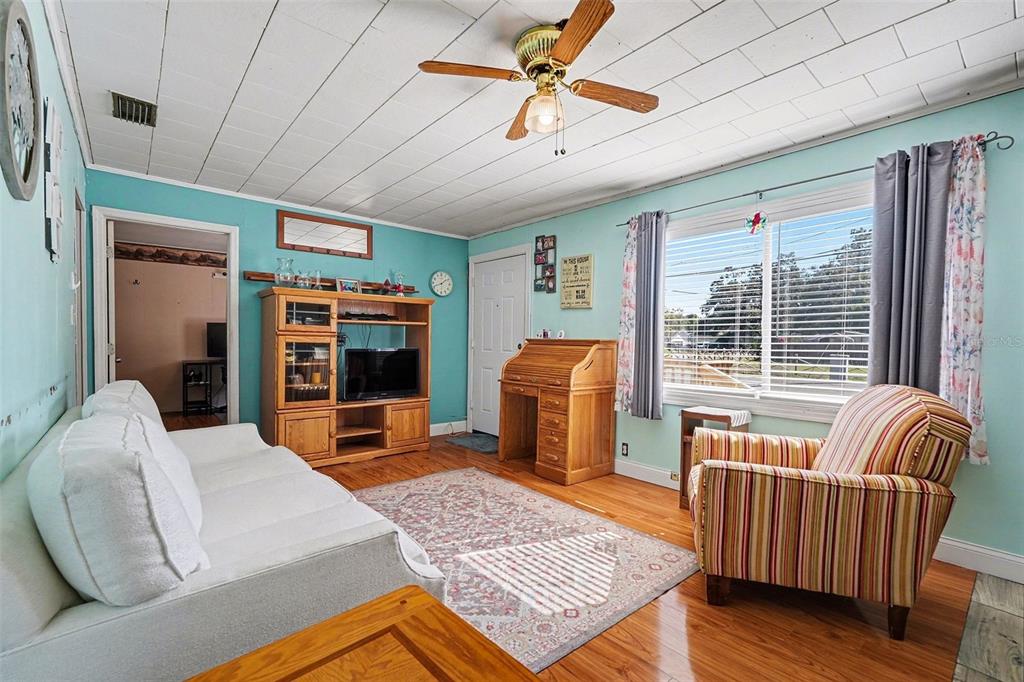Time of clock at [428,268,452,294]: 1:41
